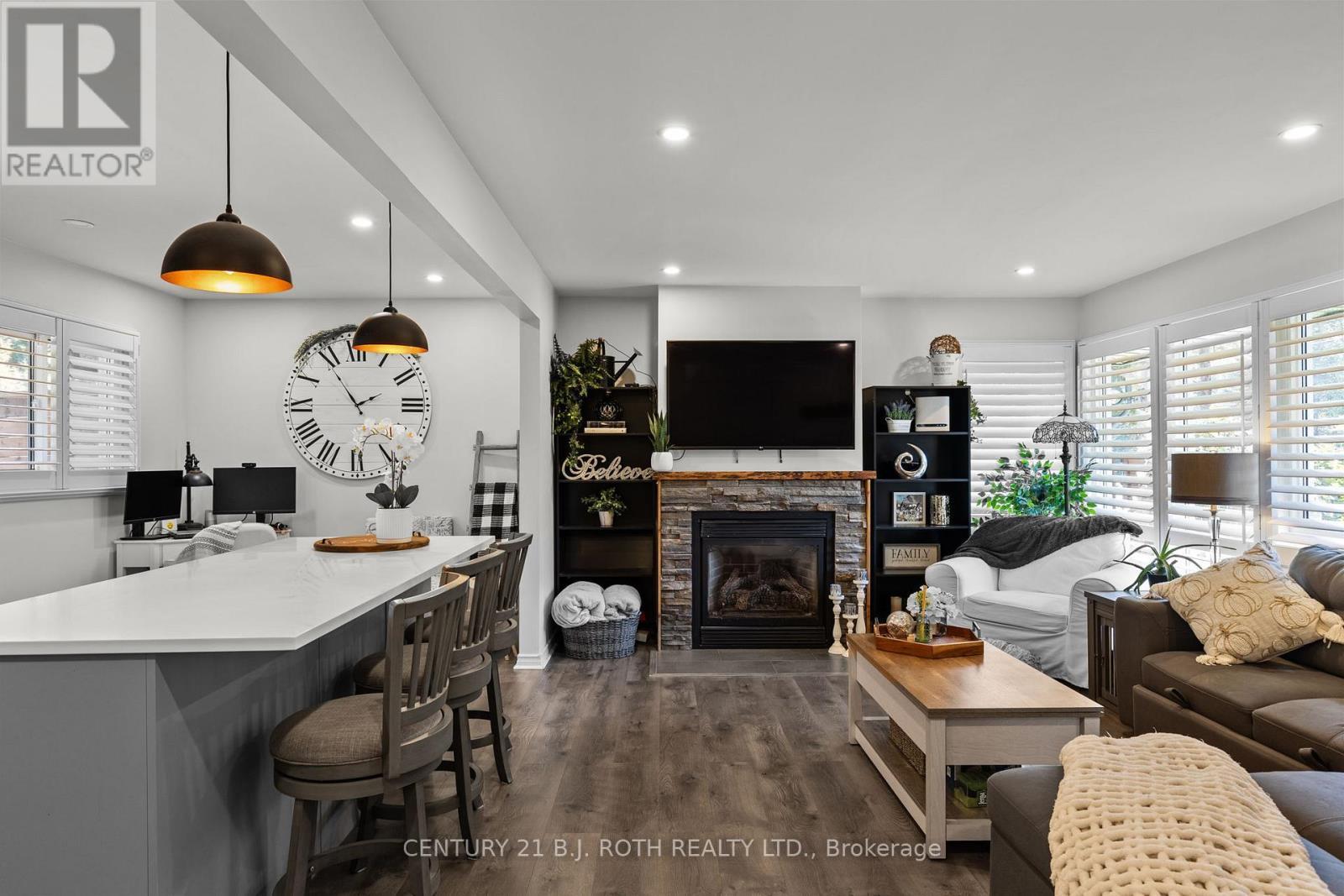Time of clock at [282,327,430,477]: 1:54
